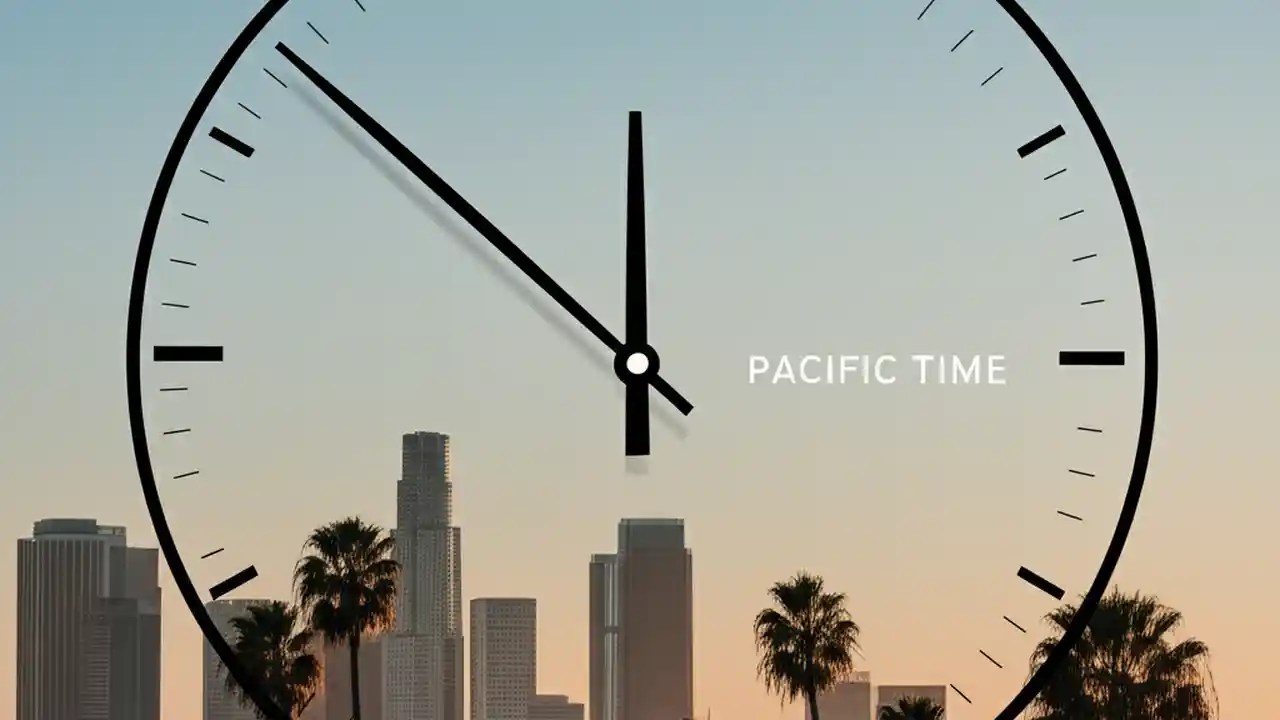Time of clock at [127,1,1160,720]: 11:52
